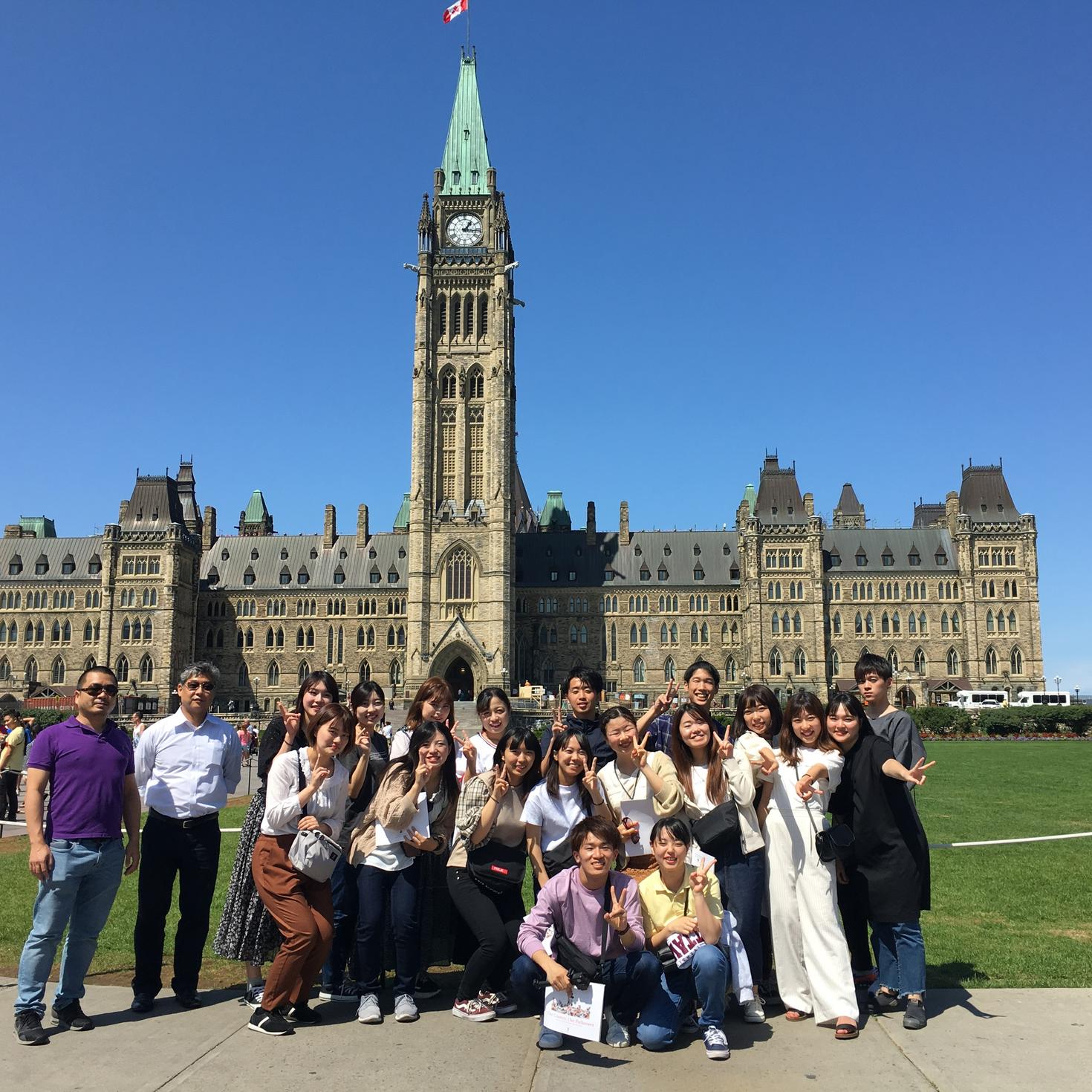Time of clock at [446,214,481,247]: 1:16
